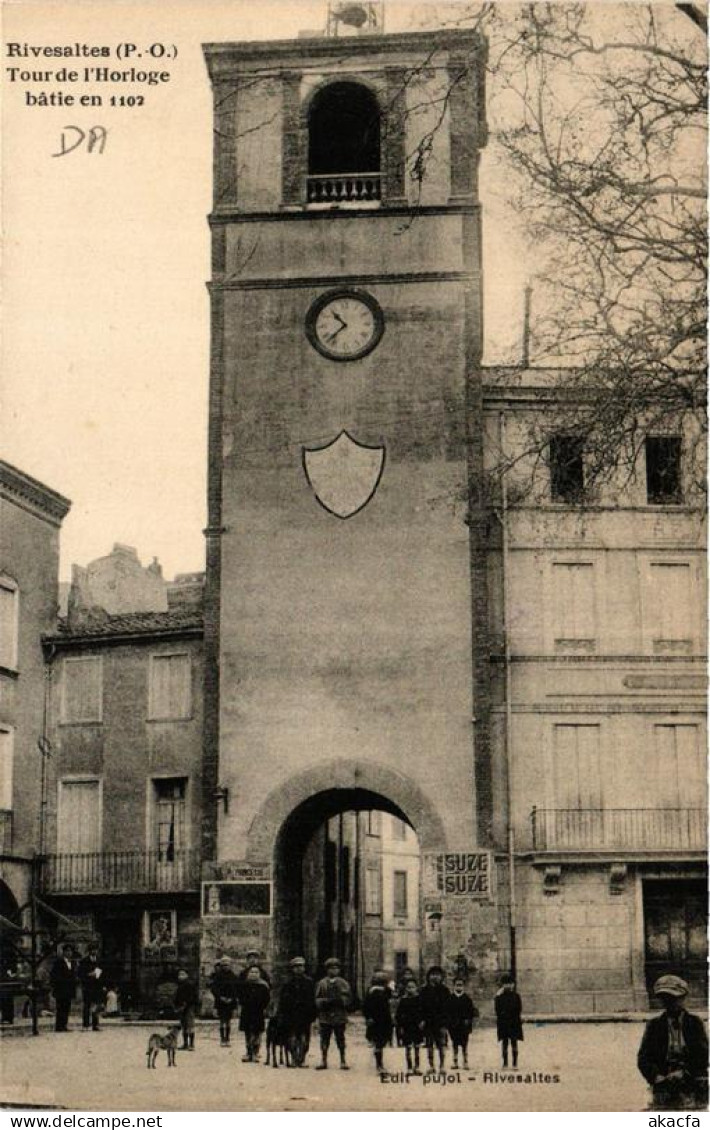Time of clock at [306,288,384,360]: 10:37
